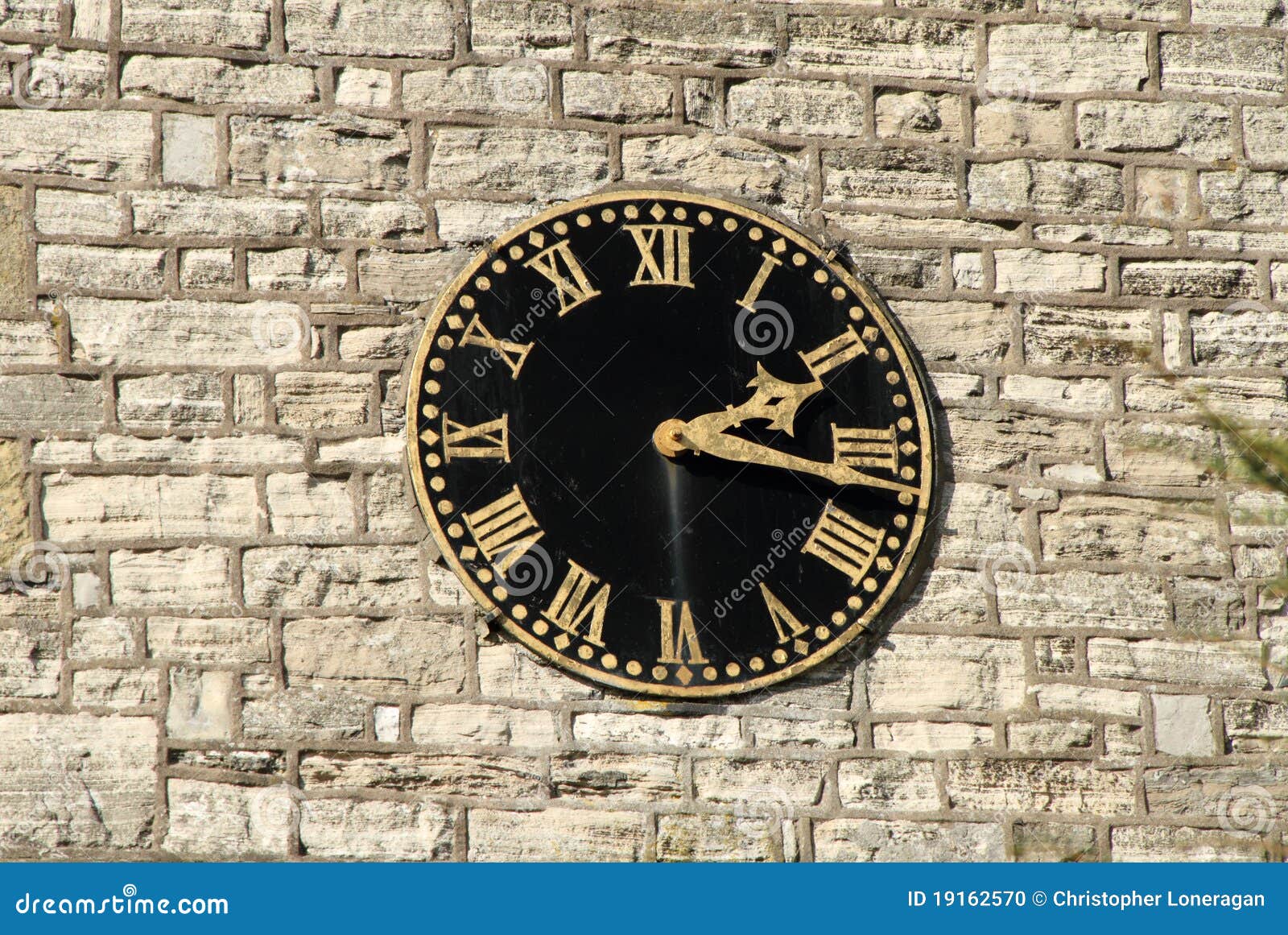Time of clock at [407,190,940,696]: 2:17
